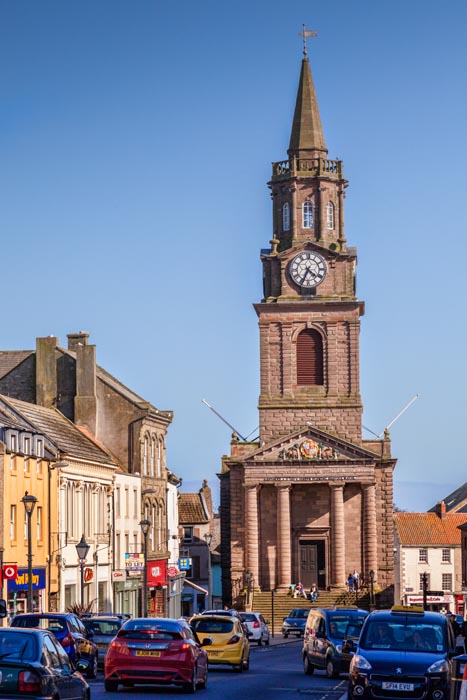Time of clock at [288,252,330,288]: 4:34
